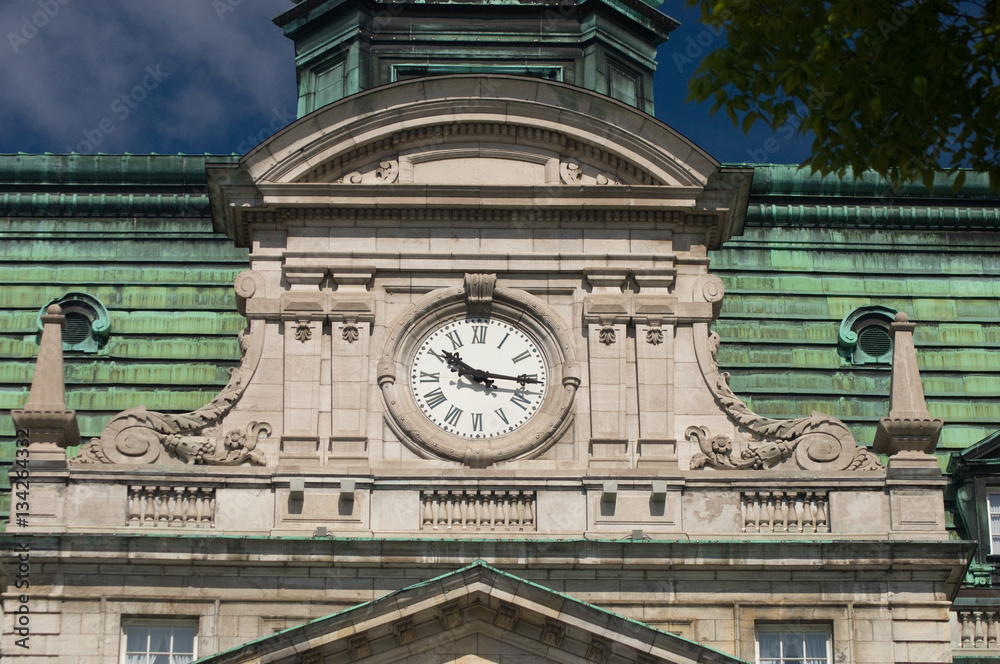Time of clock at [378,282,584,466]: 10:15
